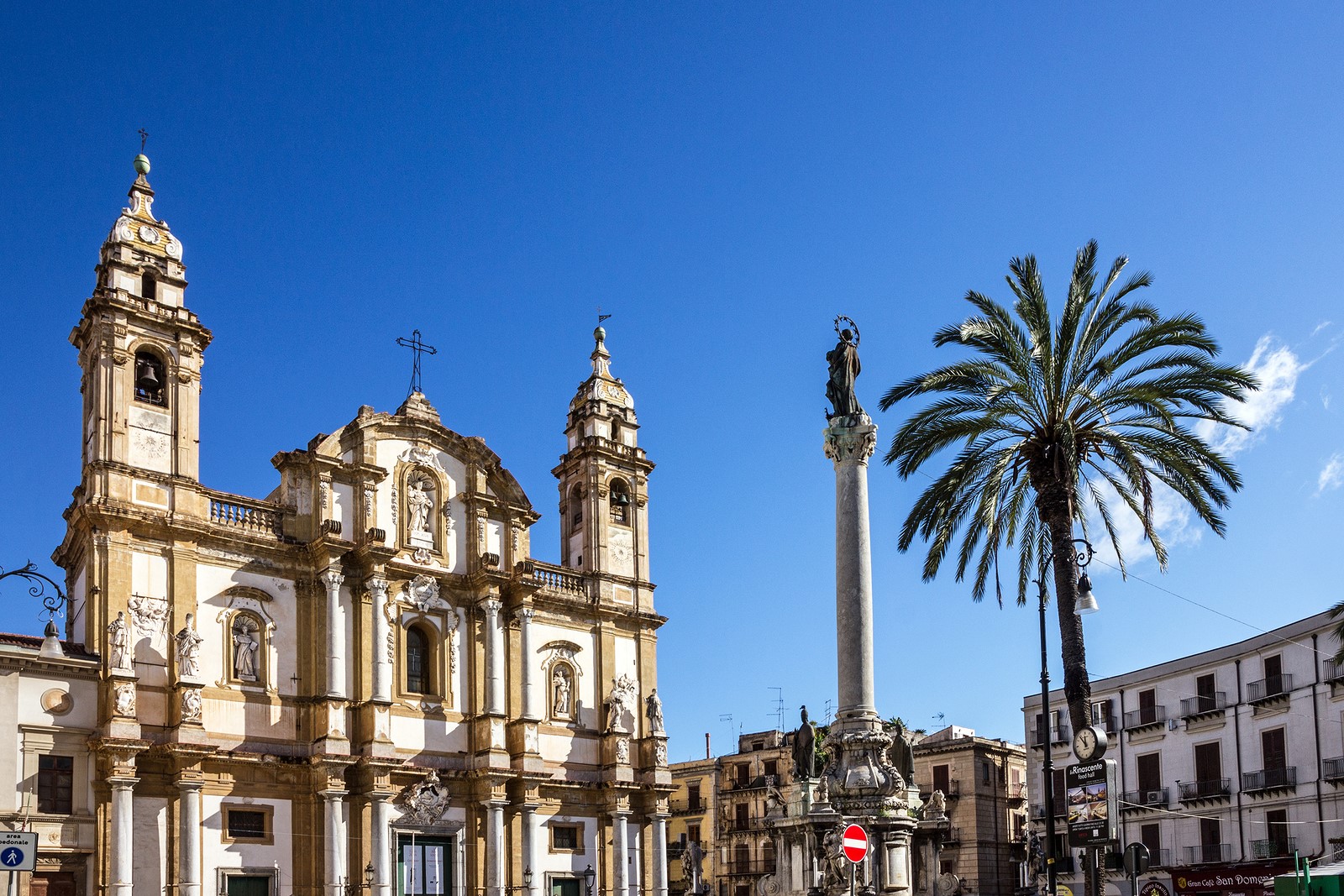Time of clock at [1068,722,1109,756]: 11:53
